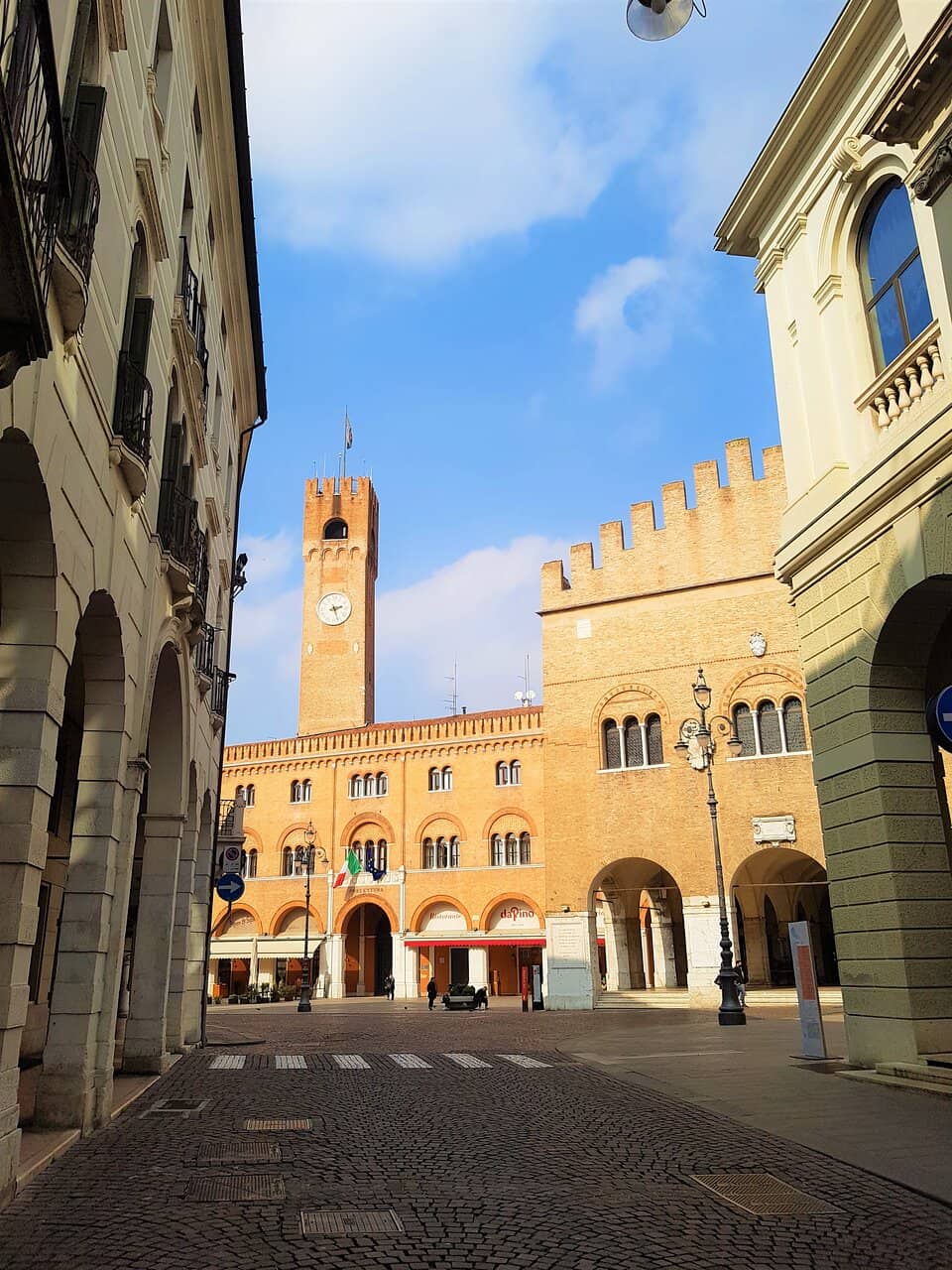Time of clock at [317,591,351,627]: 2:26
